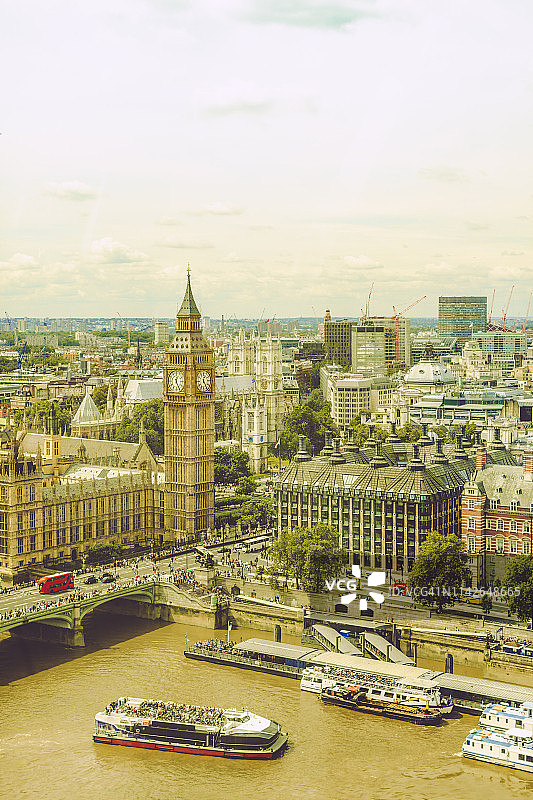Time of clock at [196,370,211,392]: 12:24
